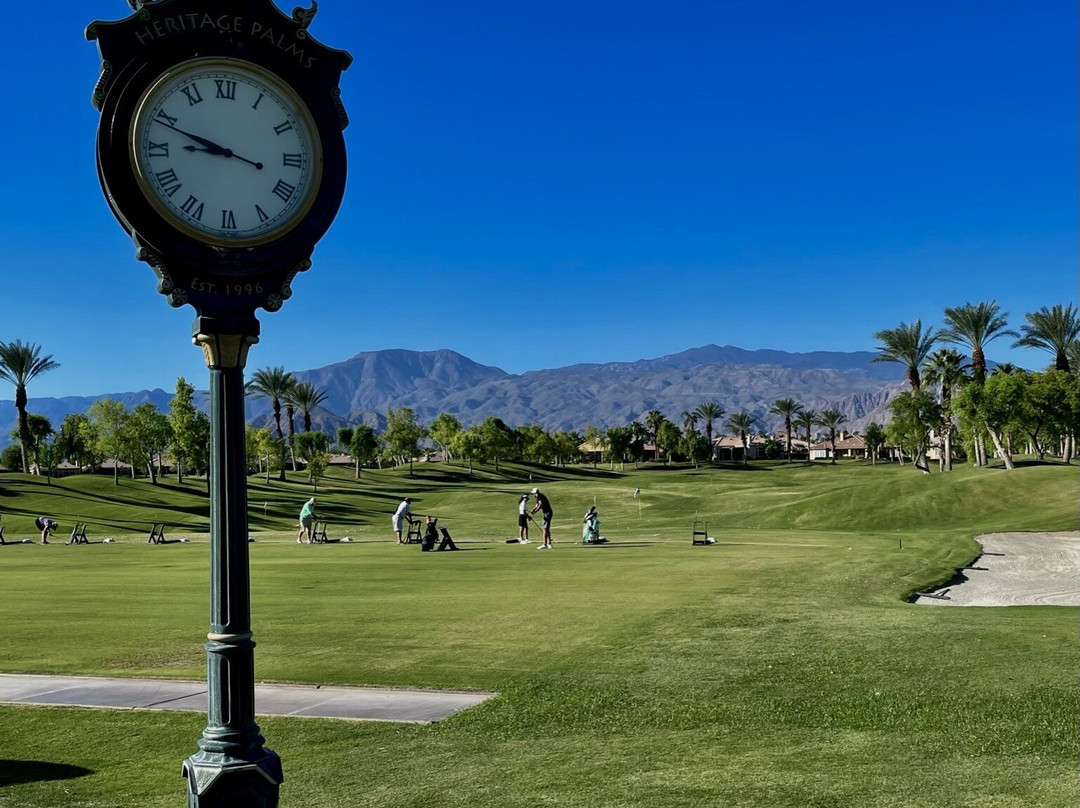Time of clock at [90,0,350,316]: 8:48
